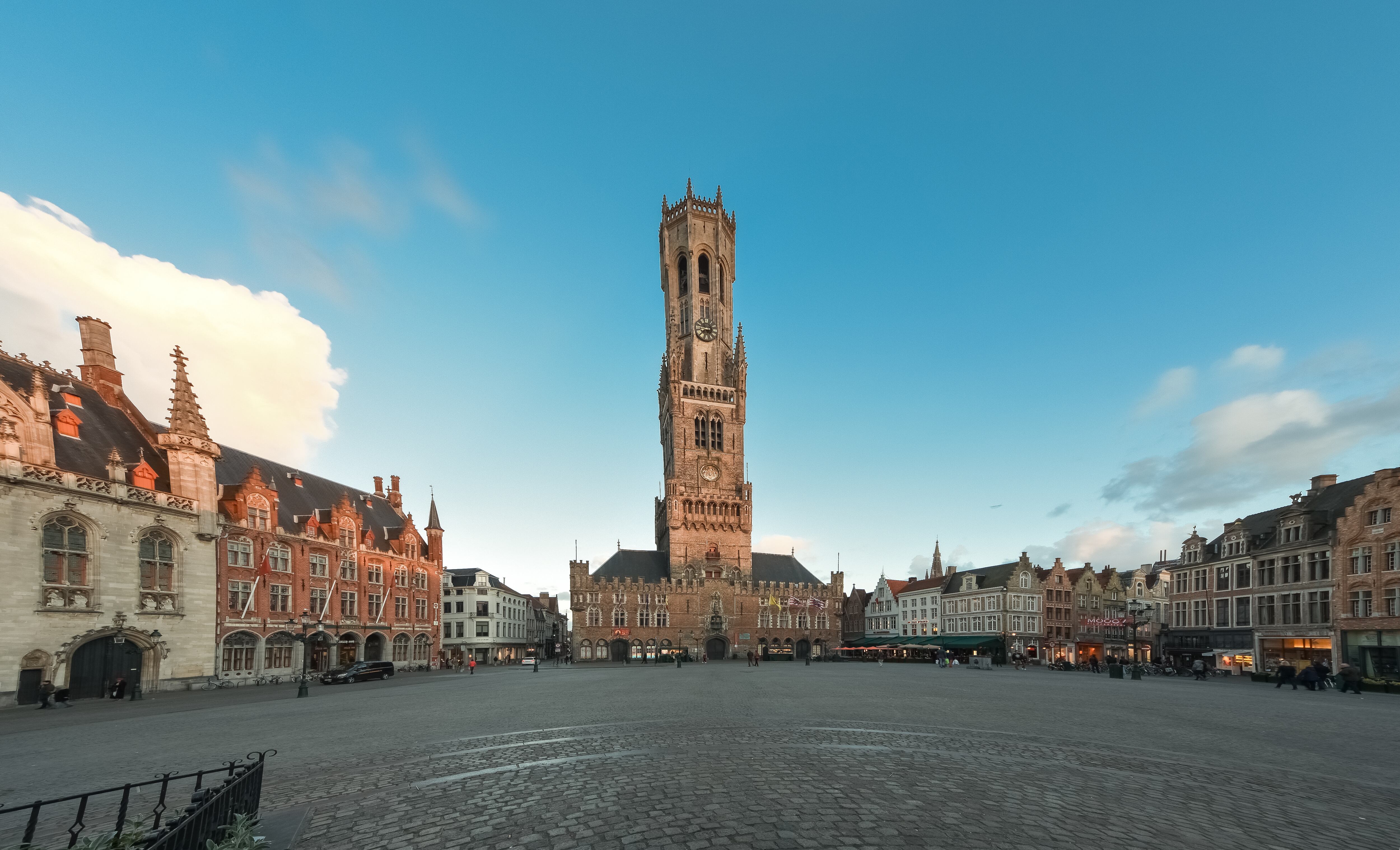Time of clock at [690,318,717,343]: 8:46
